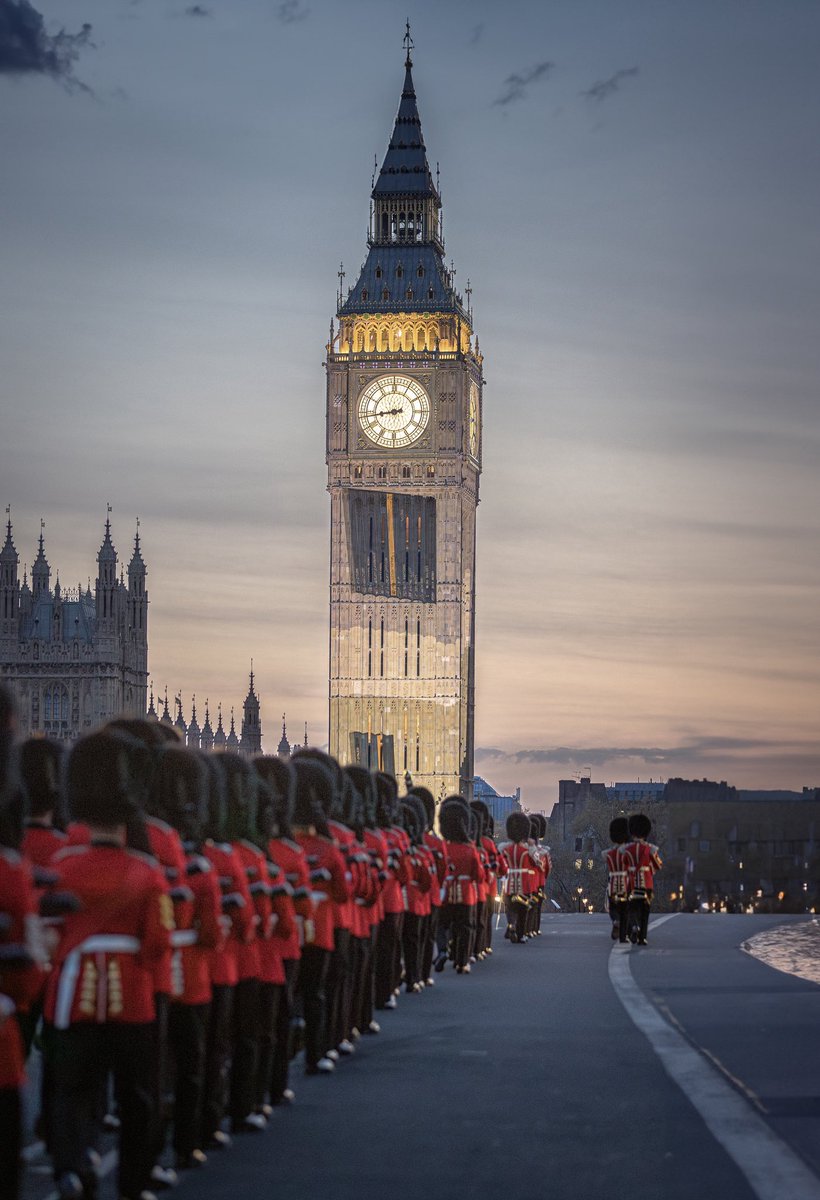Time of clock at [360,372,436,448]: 8:43
